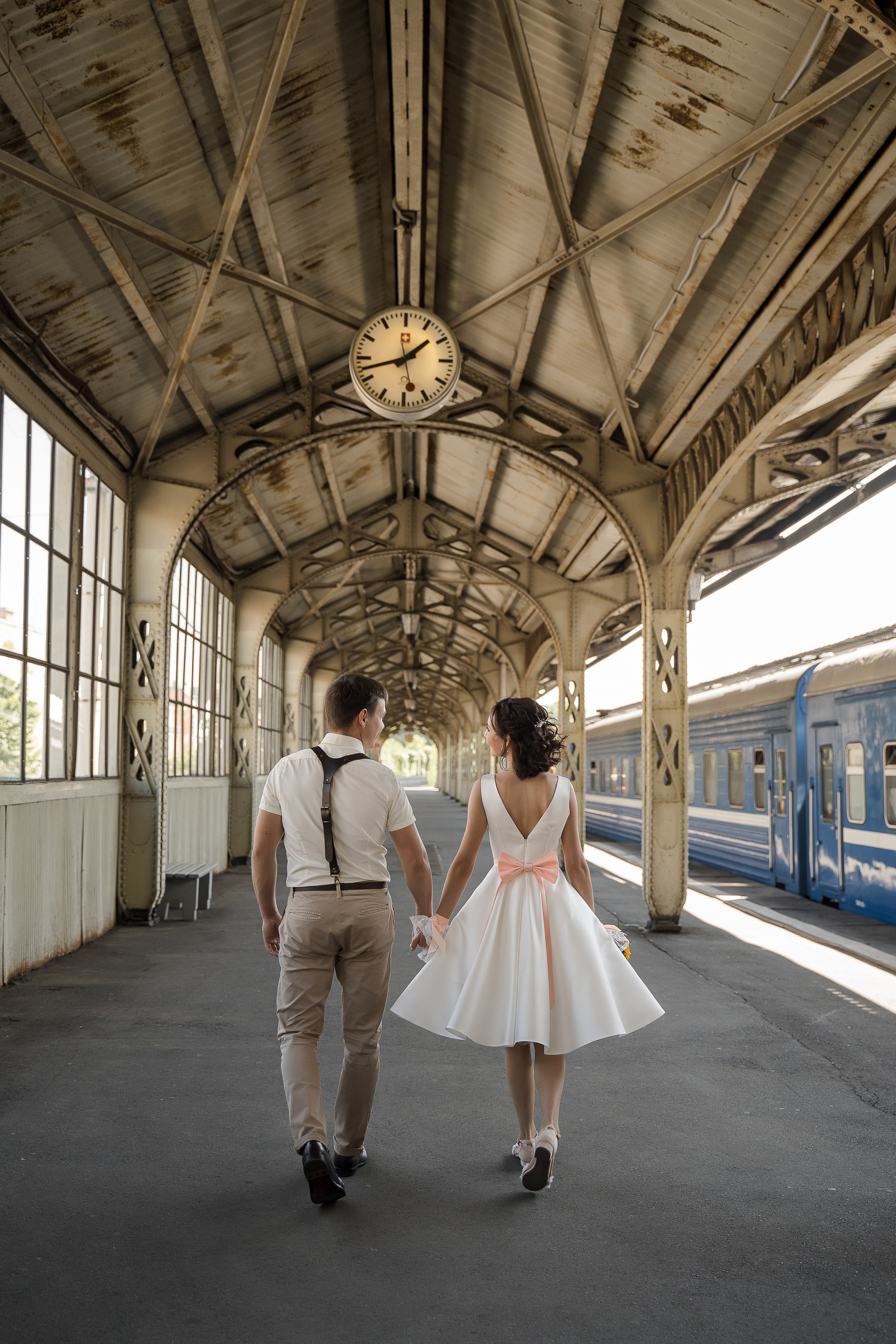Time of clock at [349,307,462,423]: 1:42
